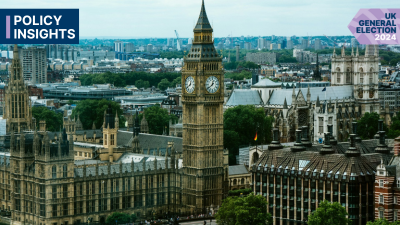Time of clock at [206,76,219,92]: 12:38
